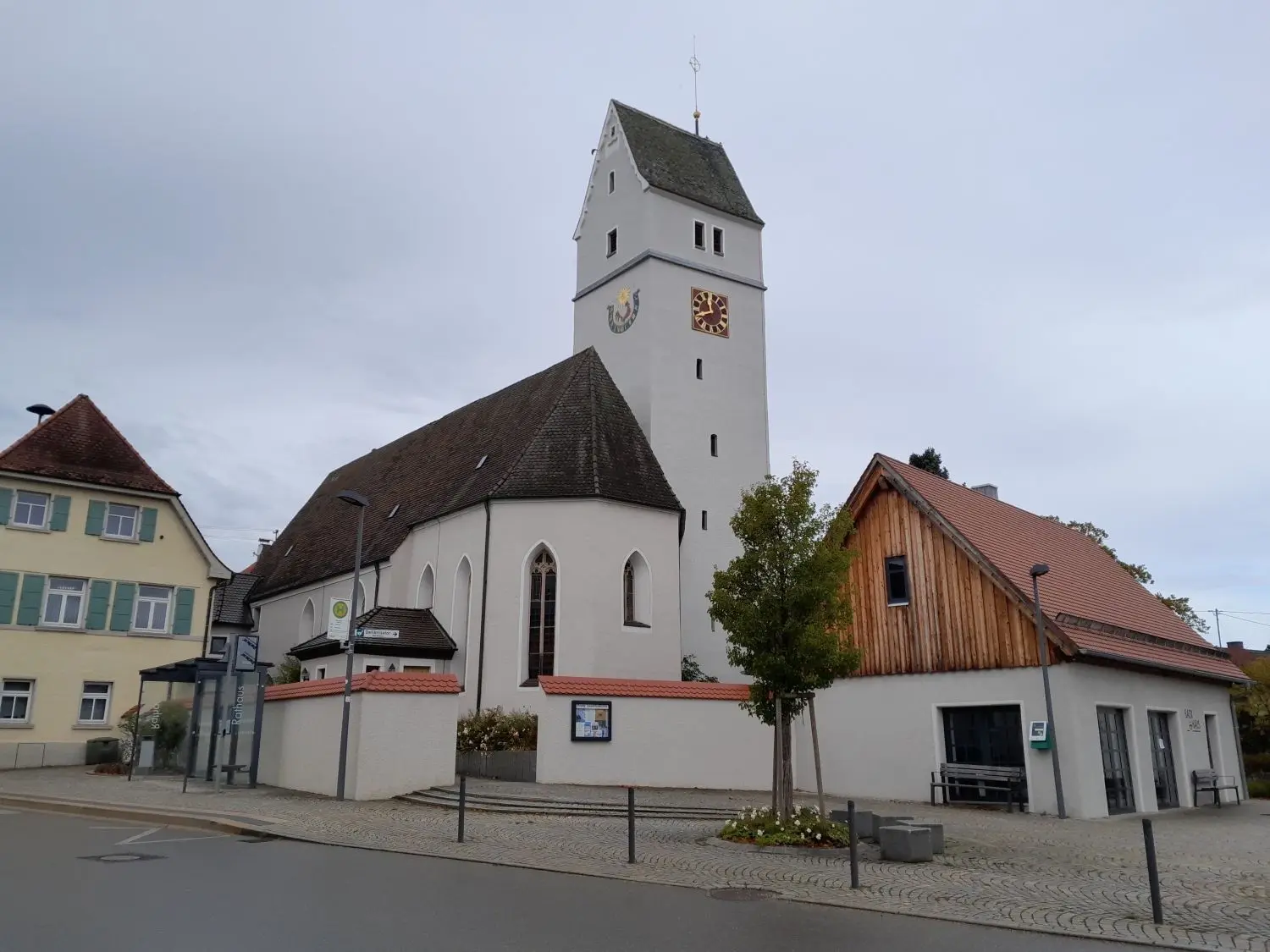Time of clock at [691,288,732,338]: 11:41
